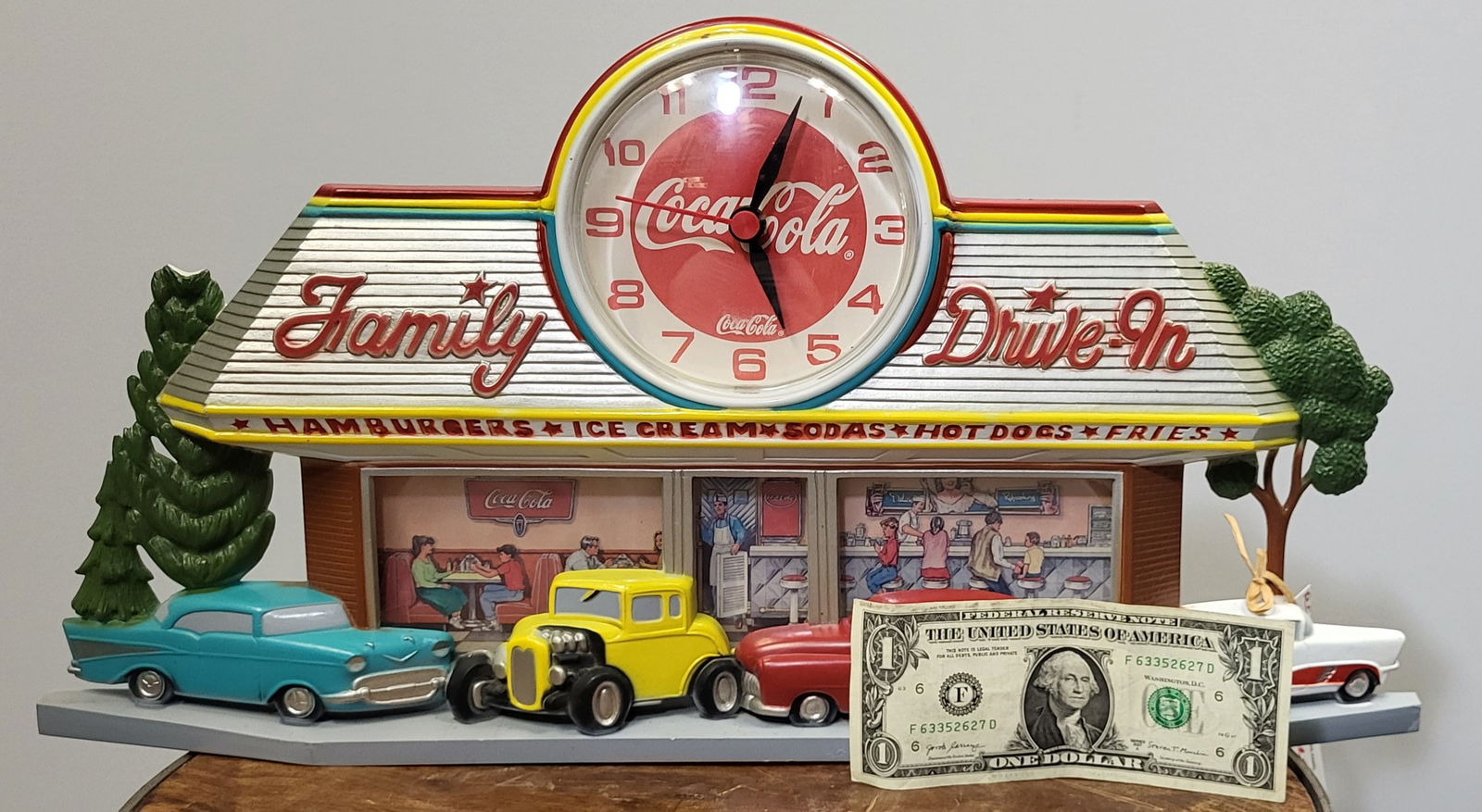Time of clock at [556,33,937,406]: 5:03
